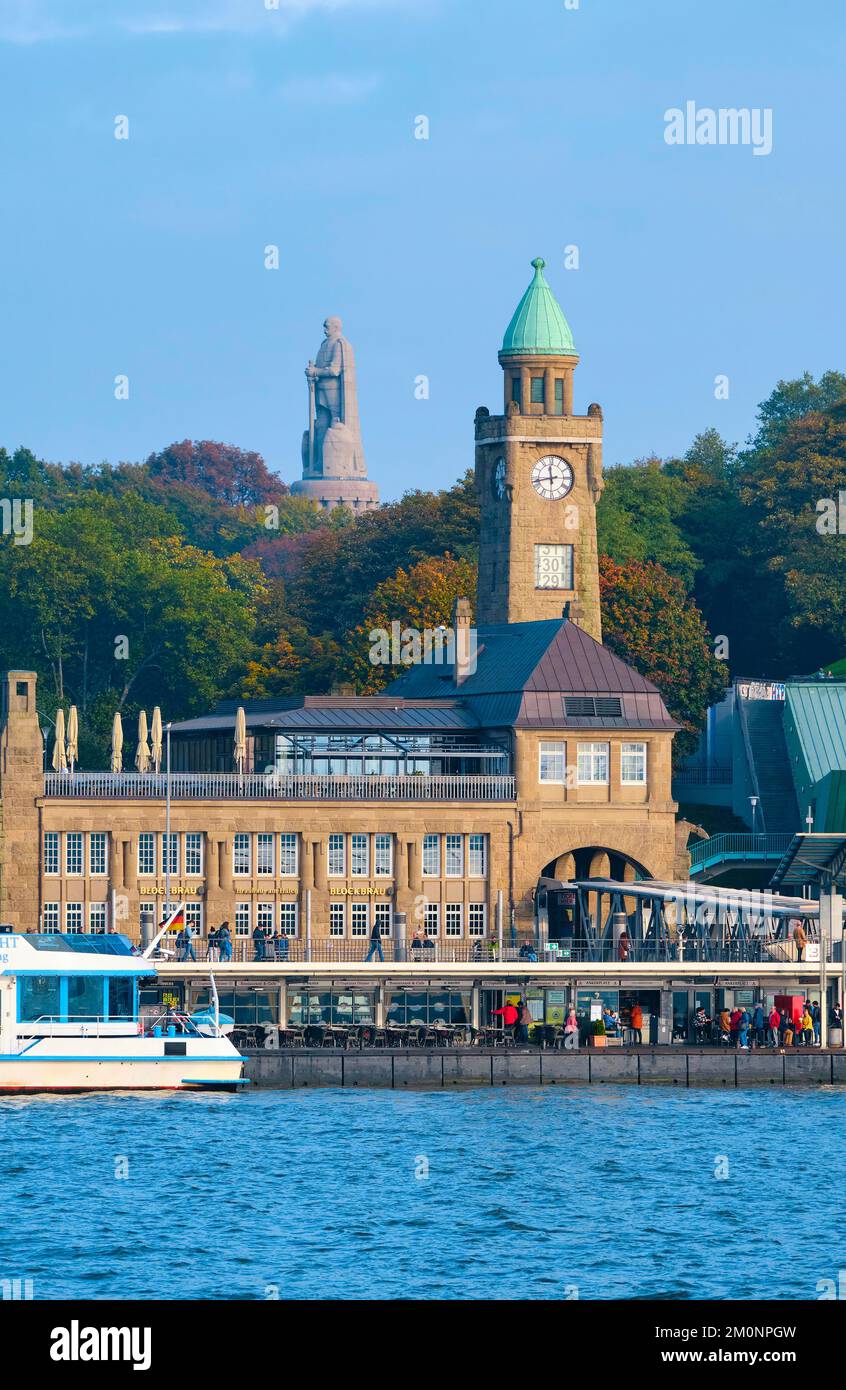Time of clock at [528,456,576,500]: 11:42
